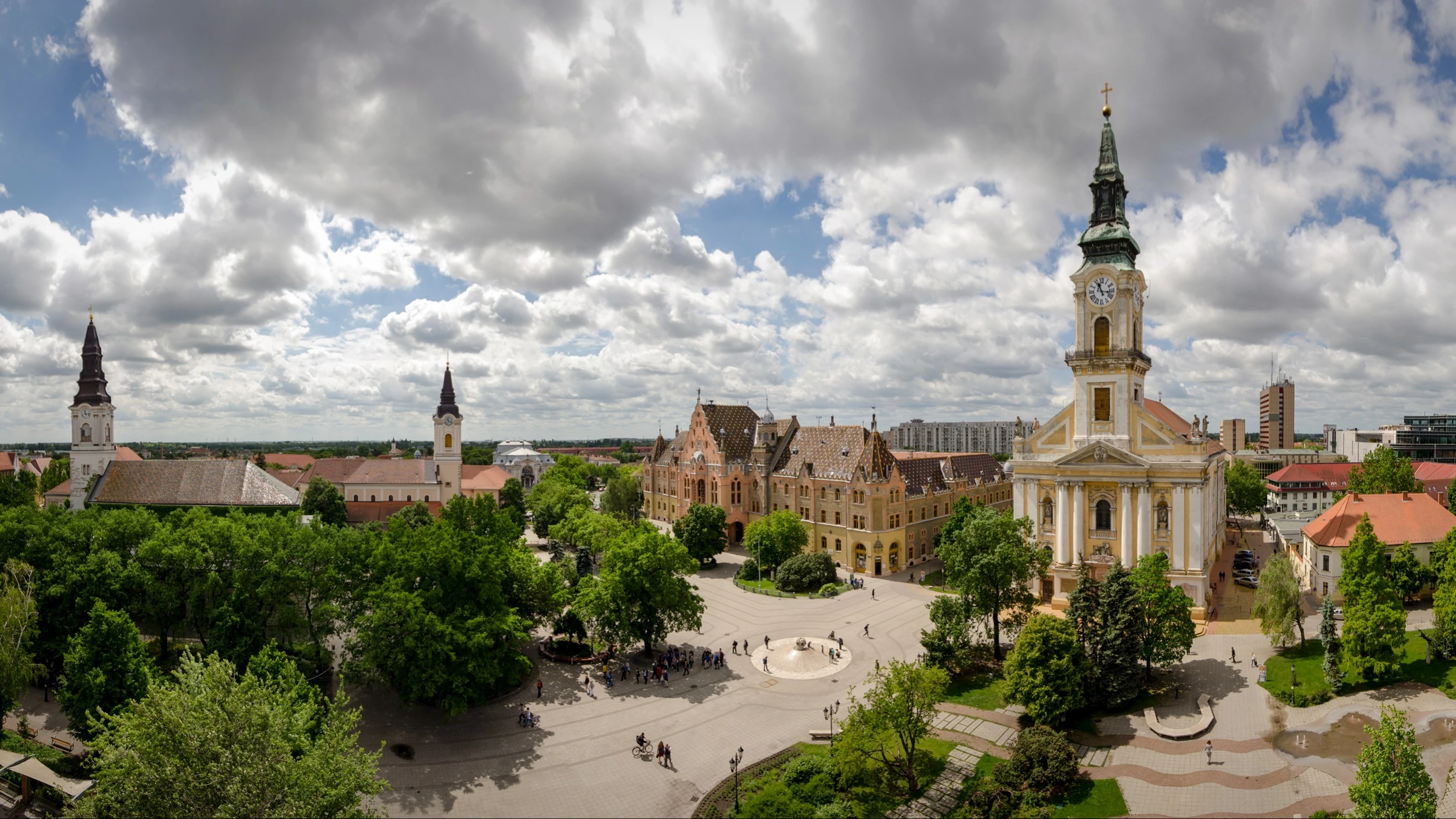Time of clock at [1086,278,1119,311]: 11:16
